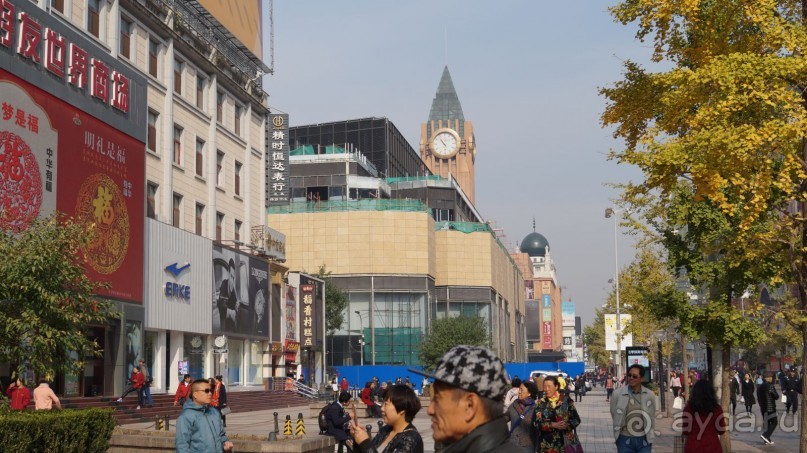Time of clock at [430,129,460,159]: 10:53
